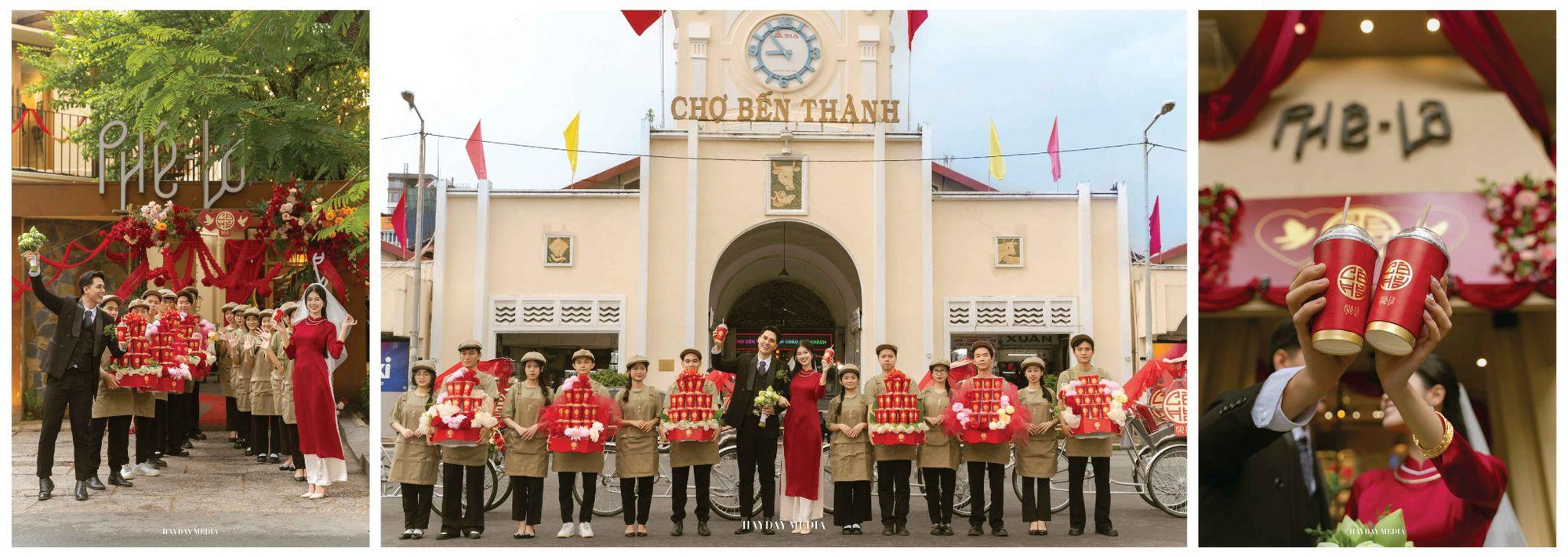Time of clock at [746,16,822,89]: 8:53
